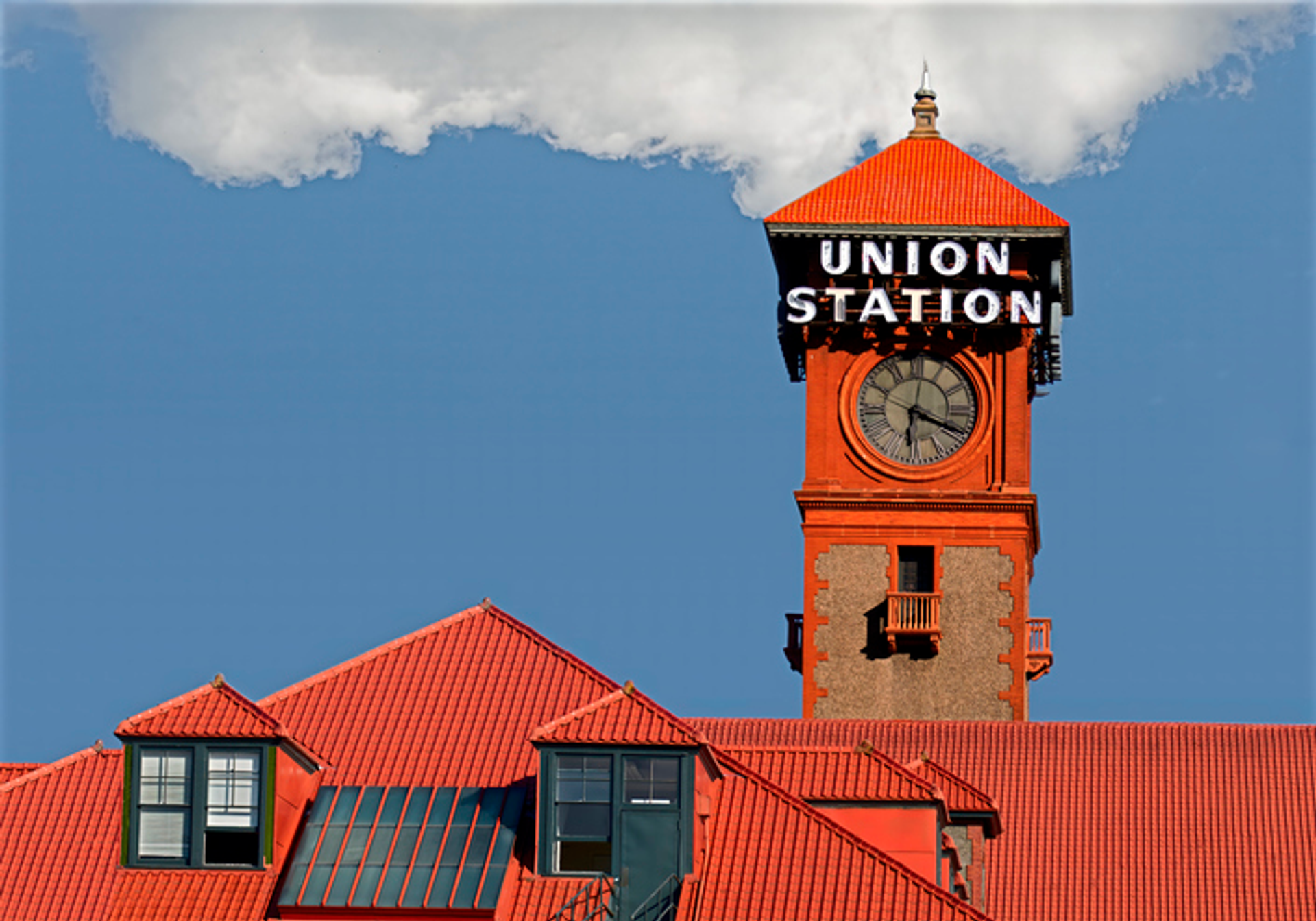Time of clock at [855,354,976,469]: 6:18
